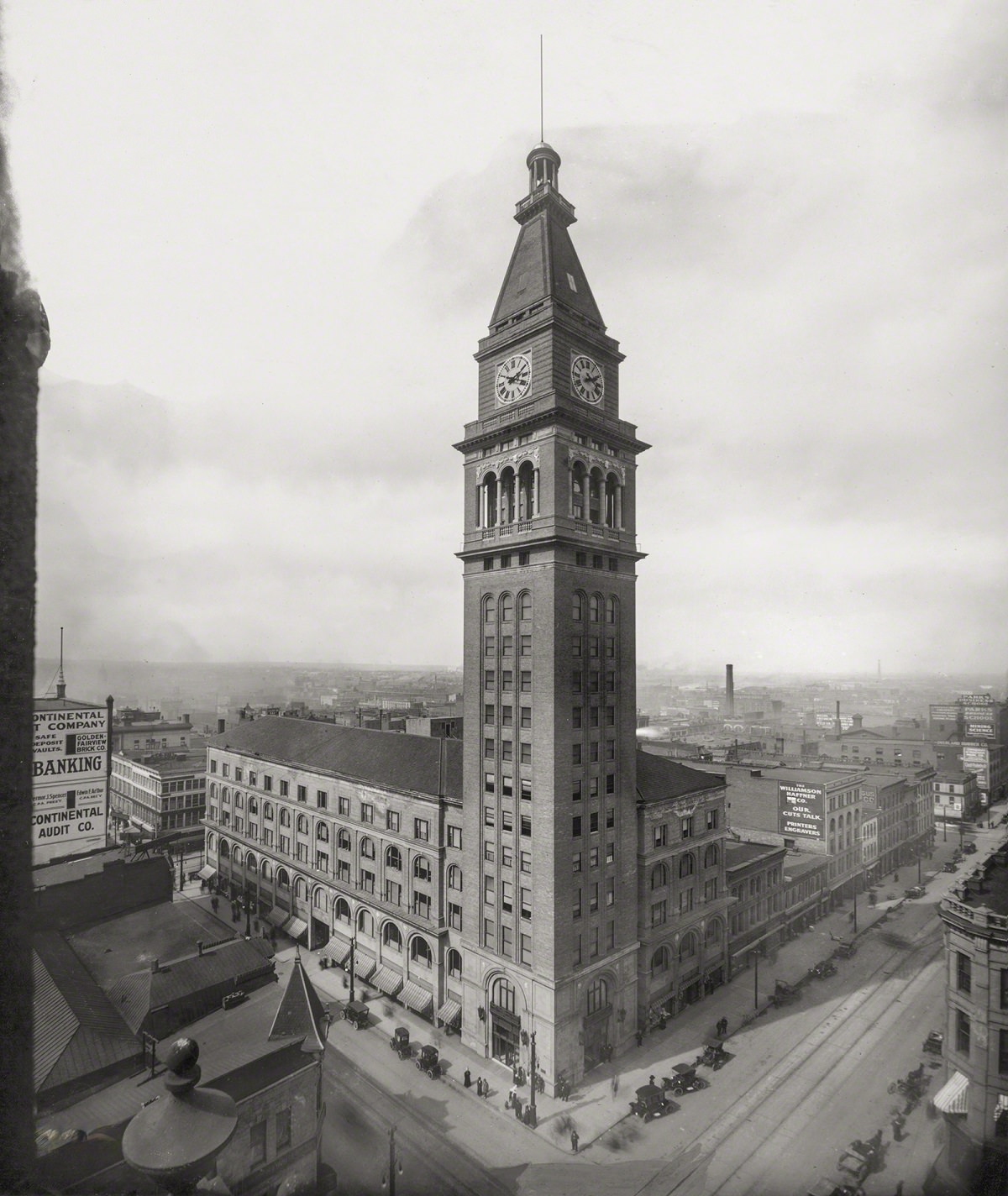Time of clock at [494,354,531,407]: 2:18
